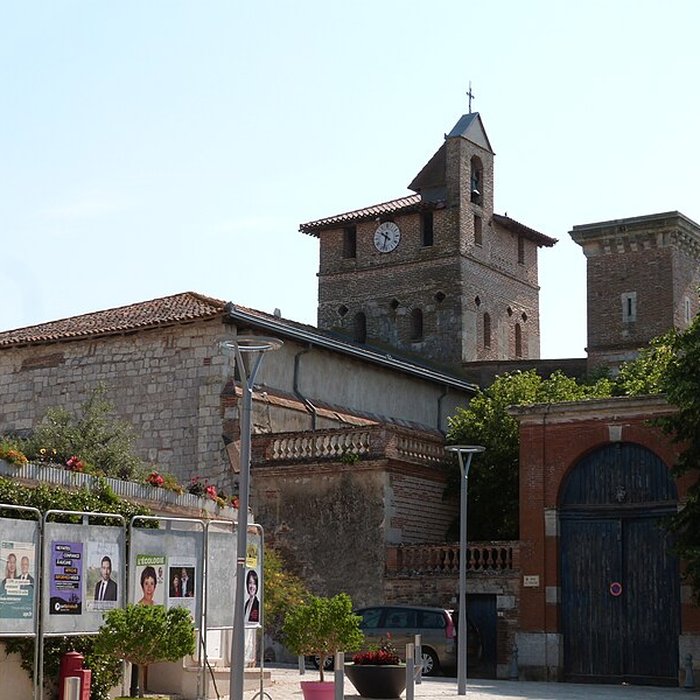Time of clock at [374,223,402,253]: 10:32
